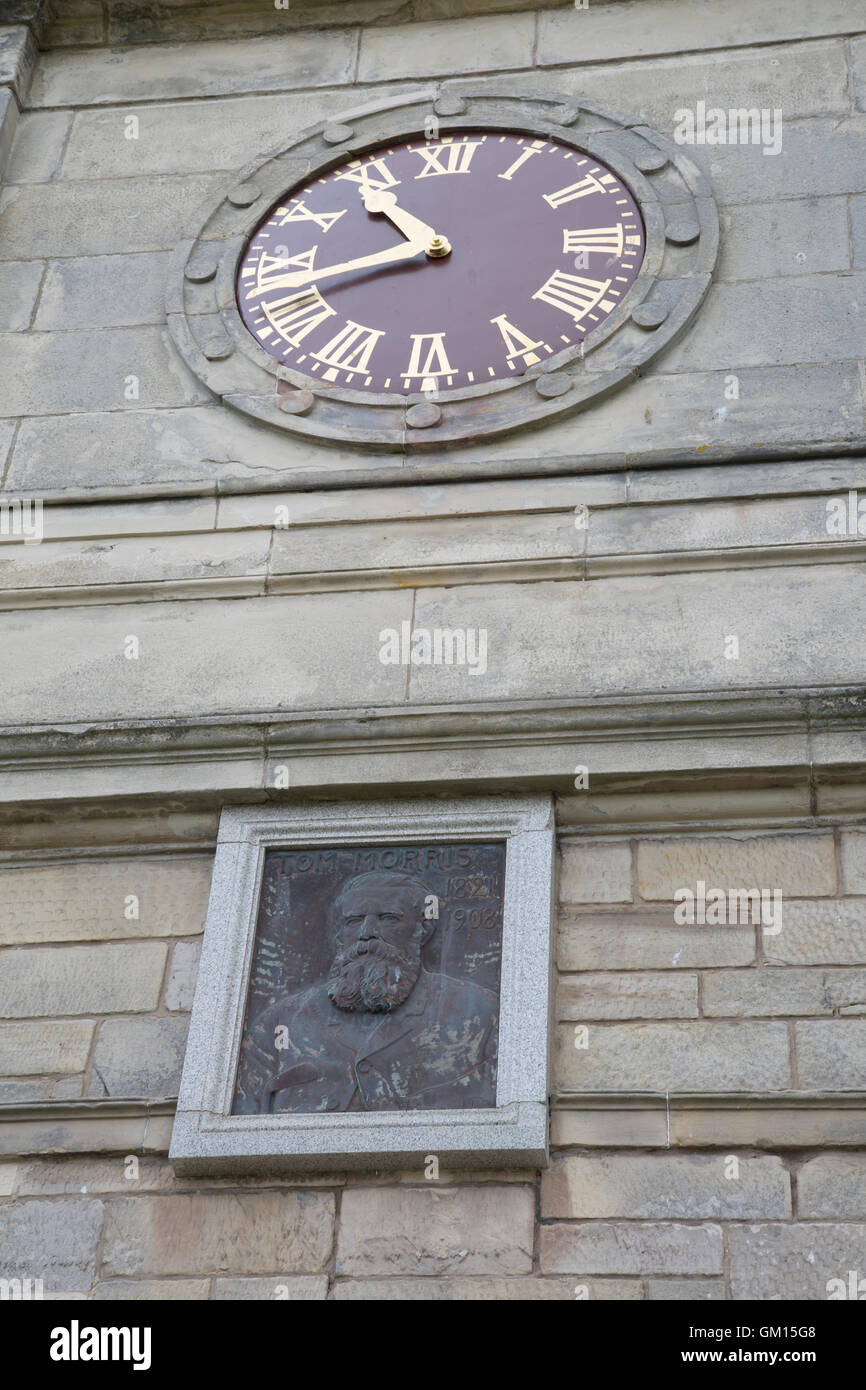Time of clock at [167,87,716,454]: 10:42
